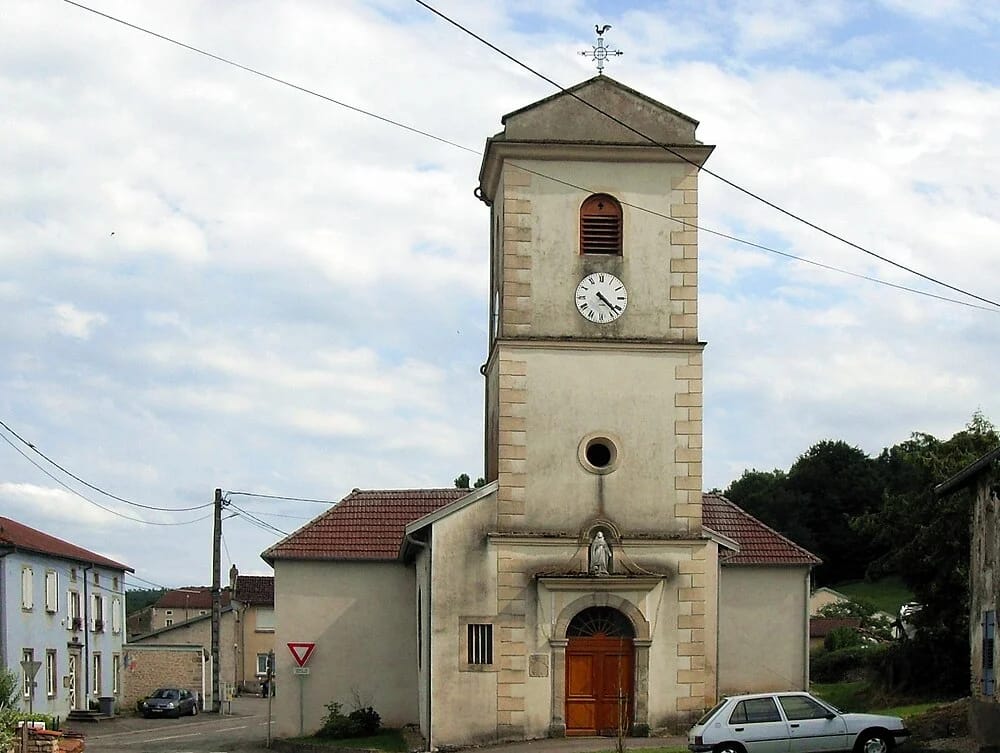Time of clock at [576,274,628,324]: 4:22
